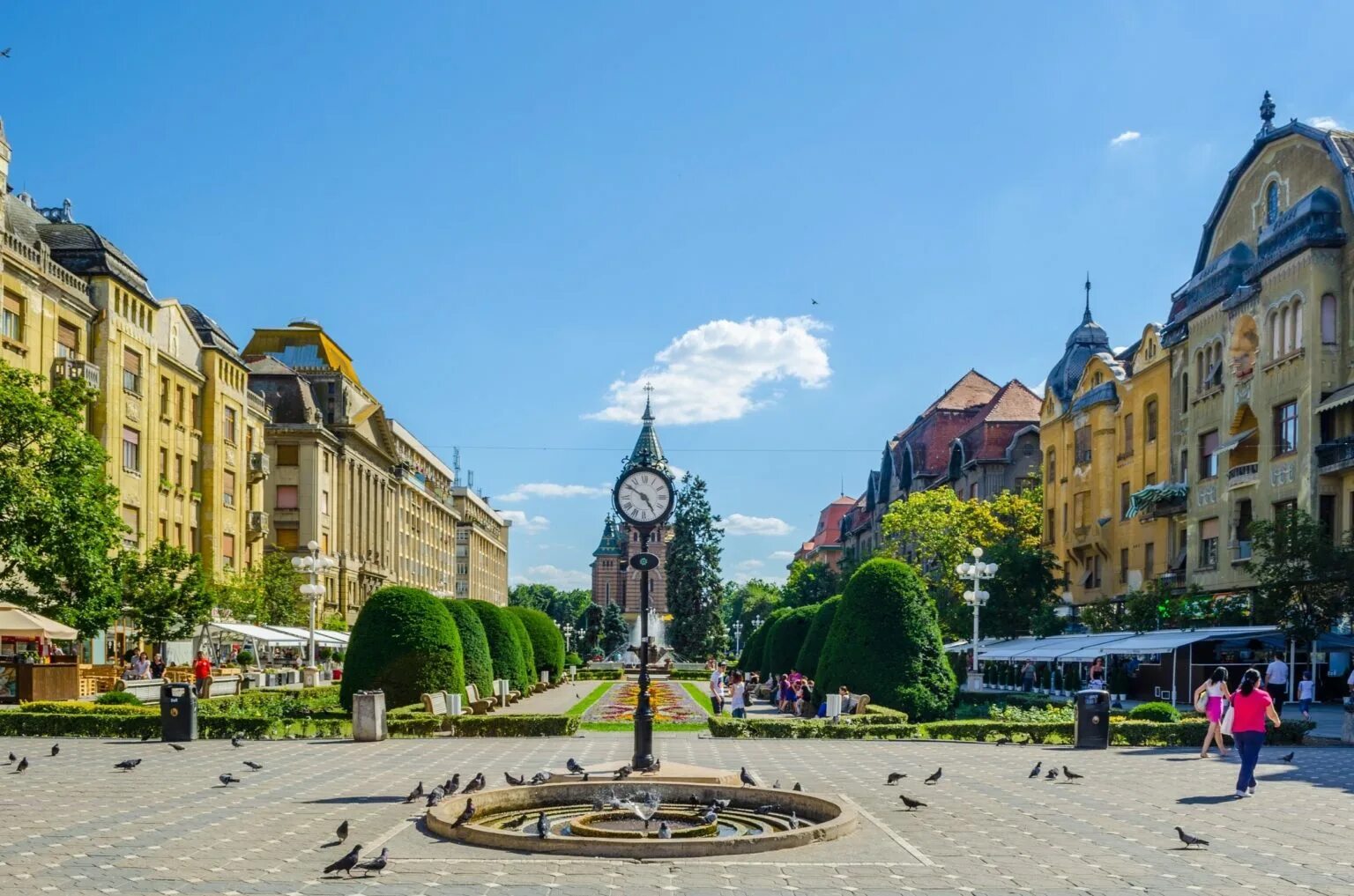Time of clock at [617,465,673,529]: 4:50
